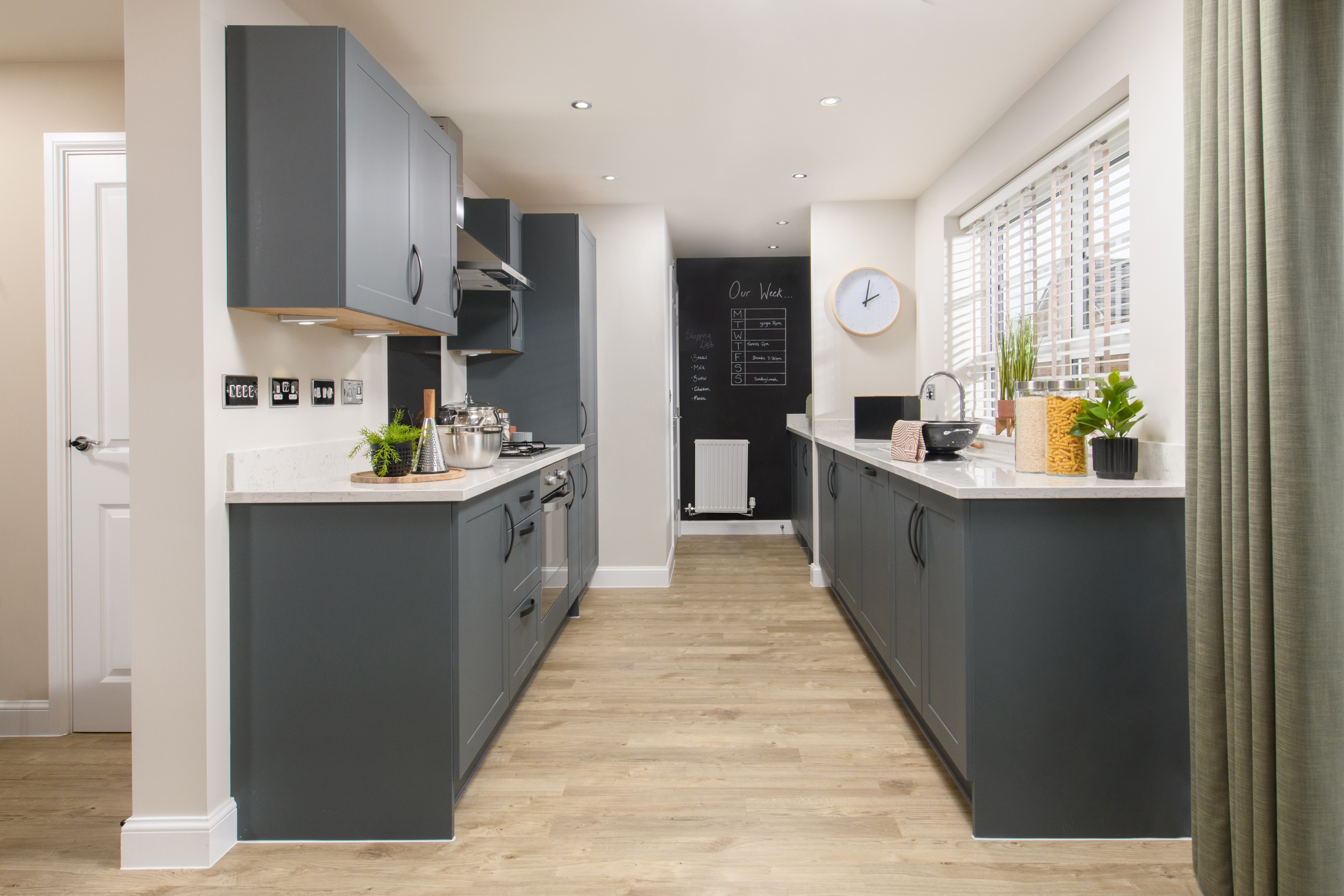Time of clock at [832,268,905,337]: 2:01
